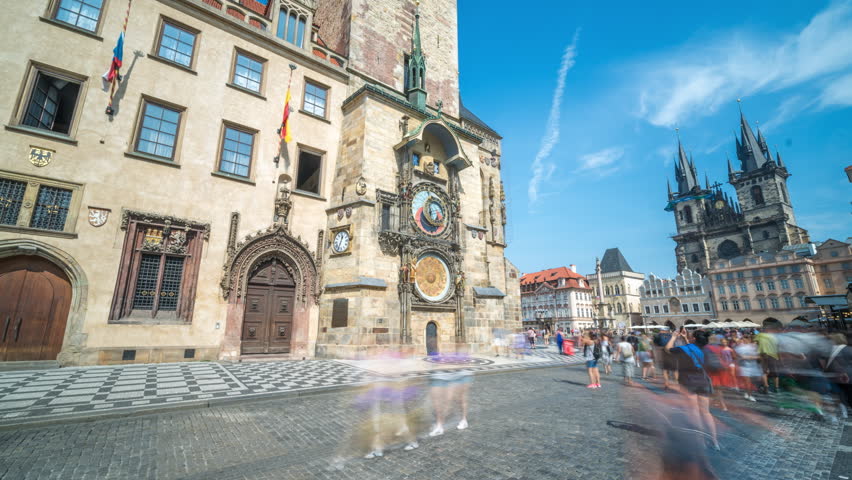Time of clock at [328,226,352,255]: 12:33
